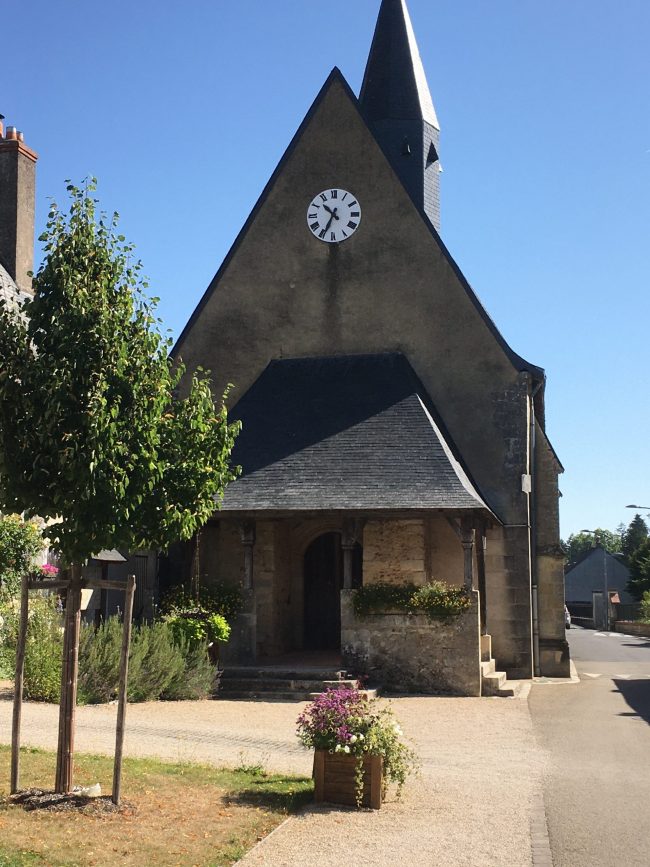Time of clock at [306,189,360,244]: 10:34
